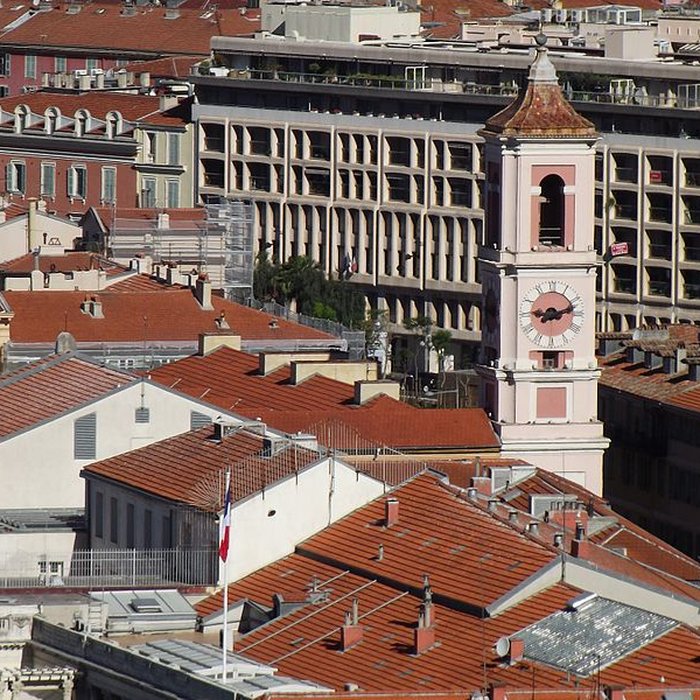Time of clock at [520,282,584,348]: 9:12
